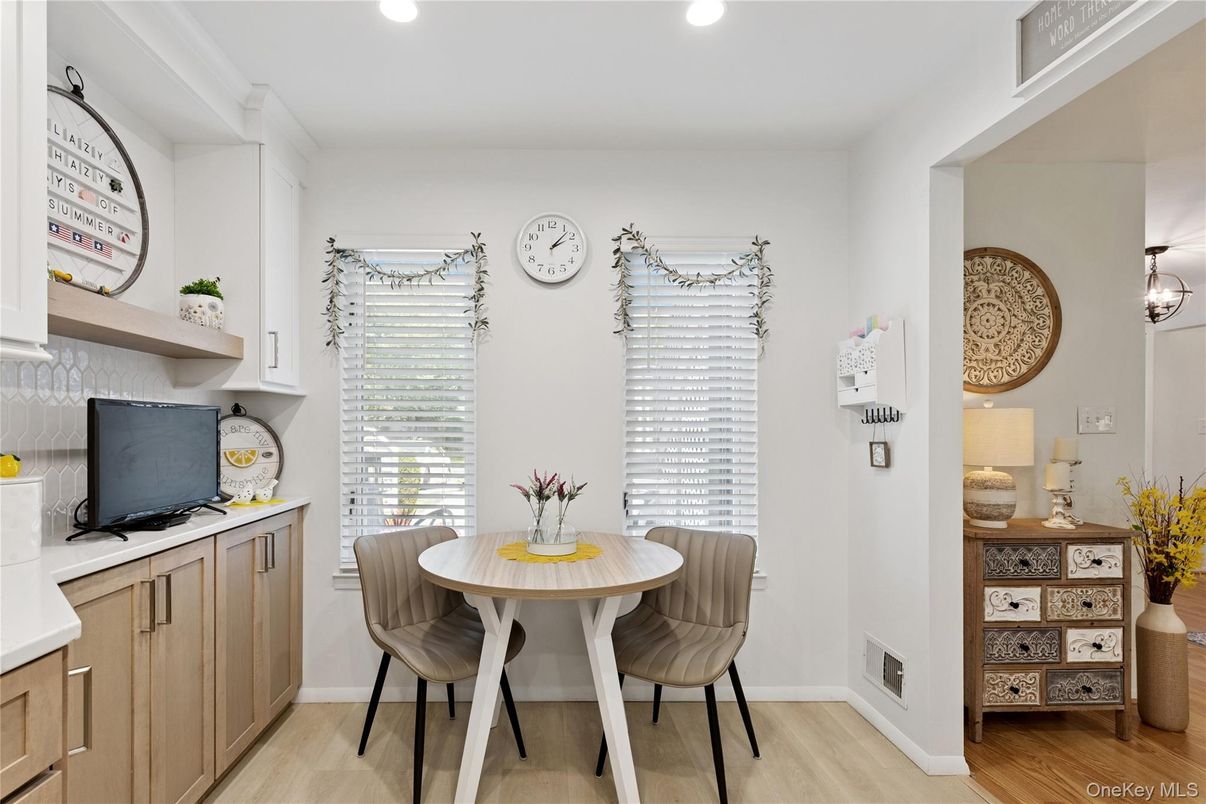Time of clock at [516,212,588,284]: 2:07
